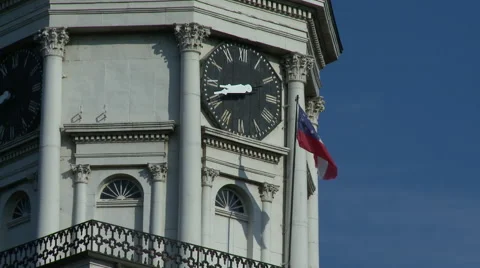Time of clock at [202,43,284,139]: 8:41
